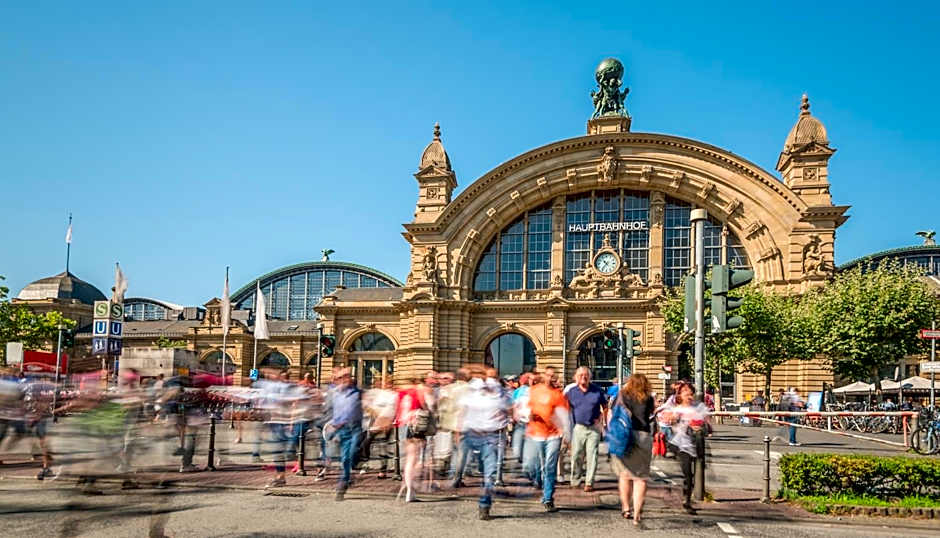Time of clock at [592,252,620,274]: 10:36
